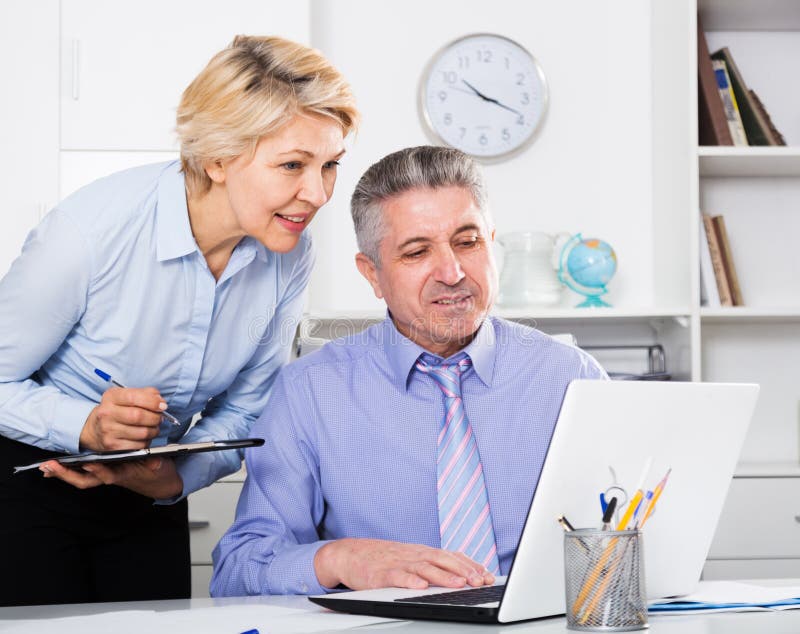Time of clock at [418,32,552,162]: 10:18
